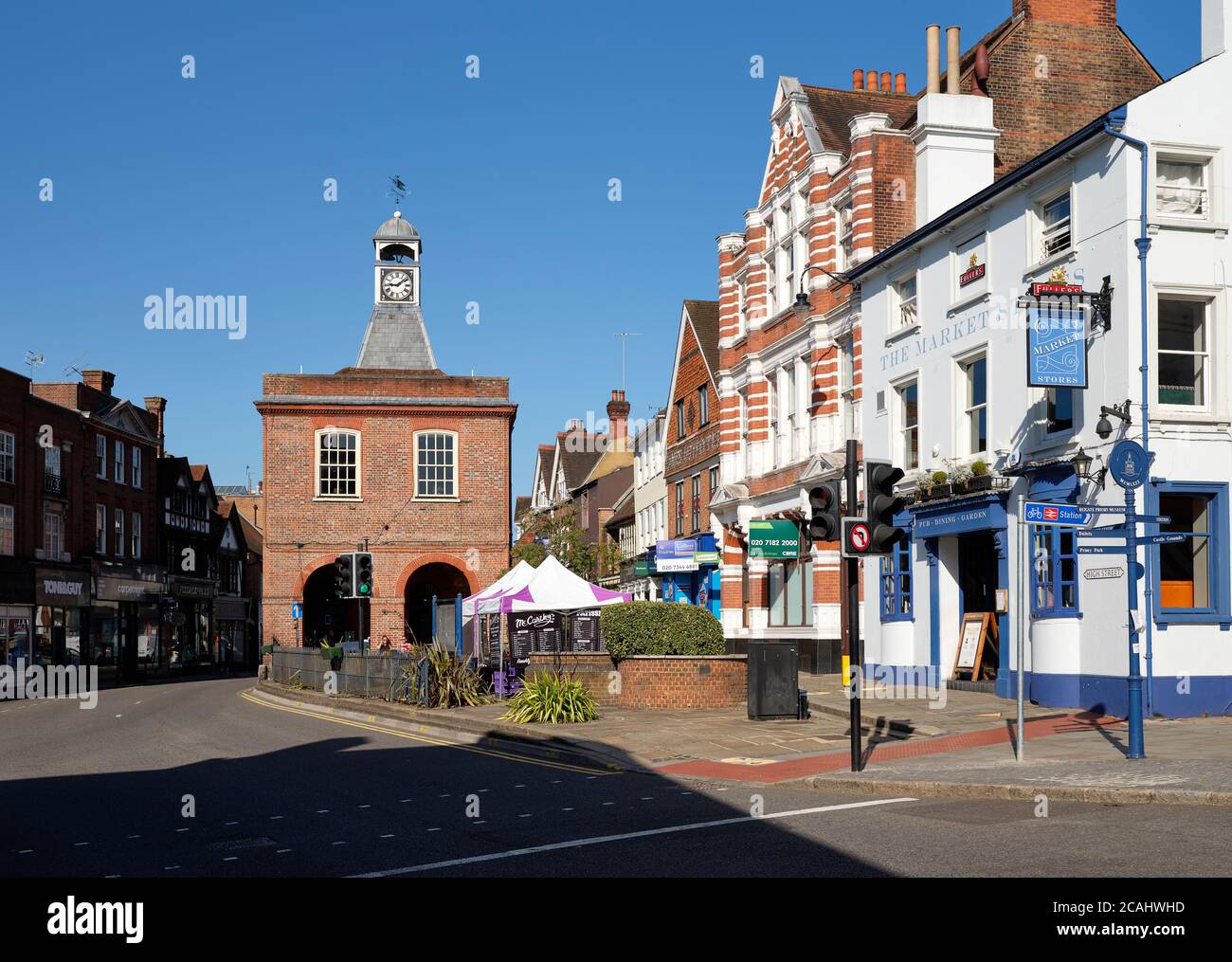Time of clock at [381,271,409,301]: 9:08
